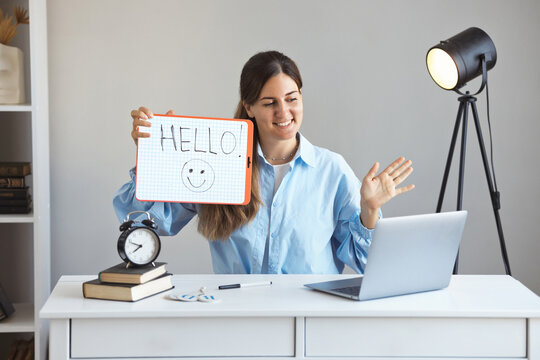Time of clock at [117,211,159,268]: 7:48
